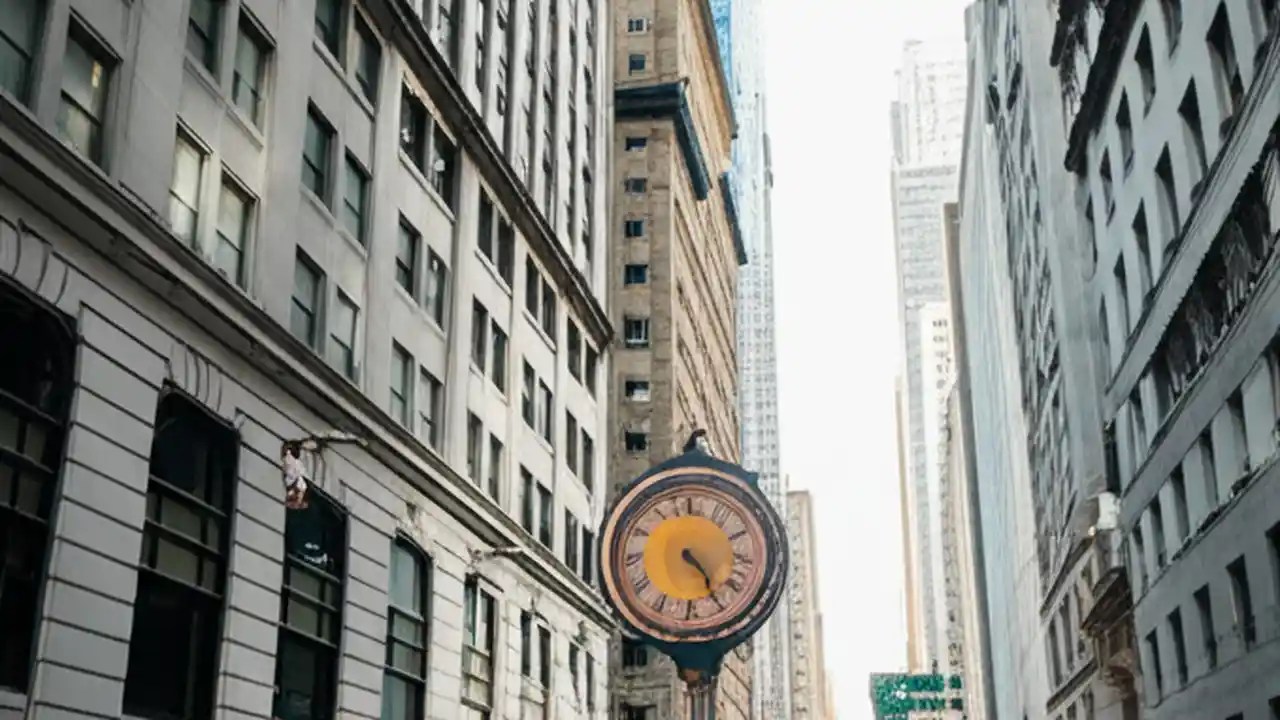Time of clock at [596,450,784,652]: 4:24
